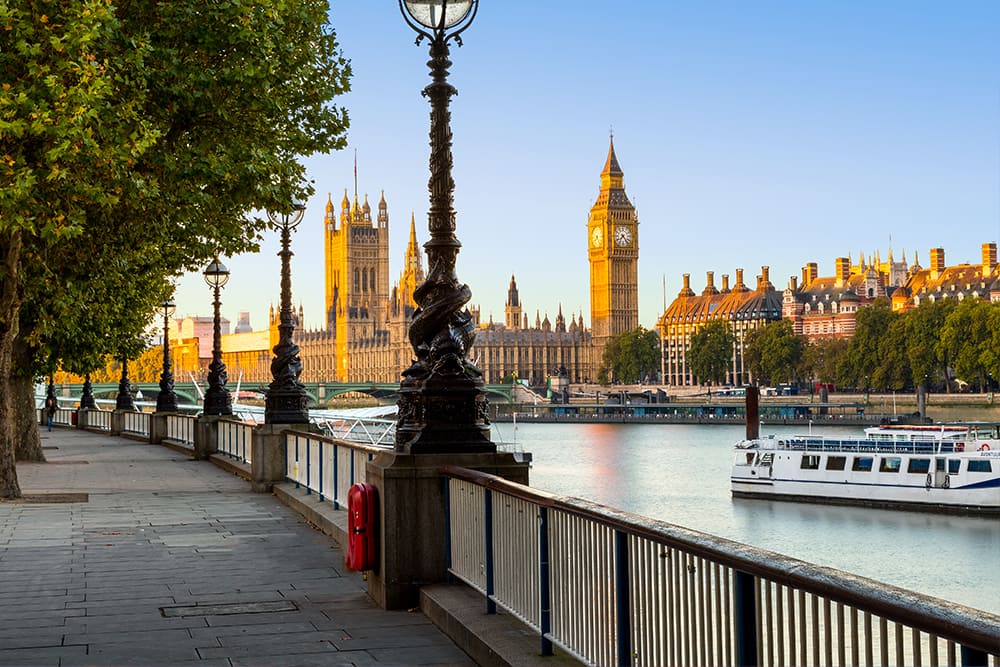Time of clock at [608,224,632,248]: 7:23
